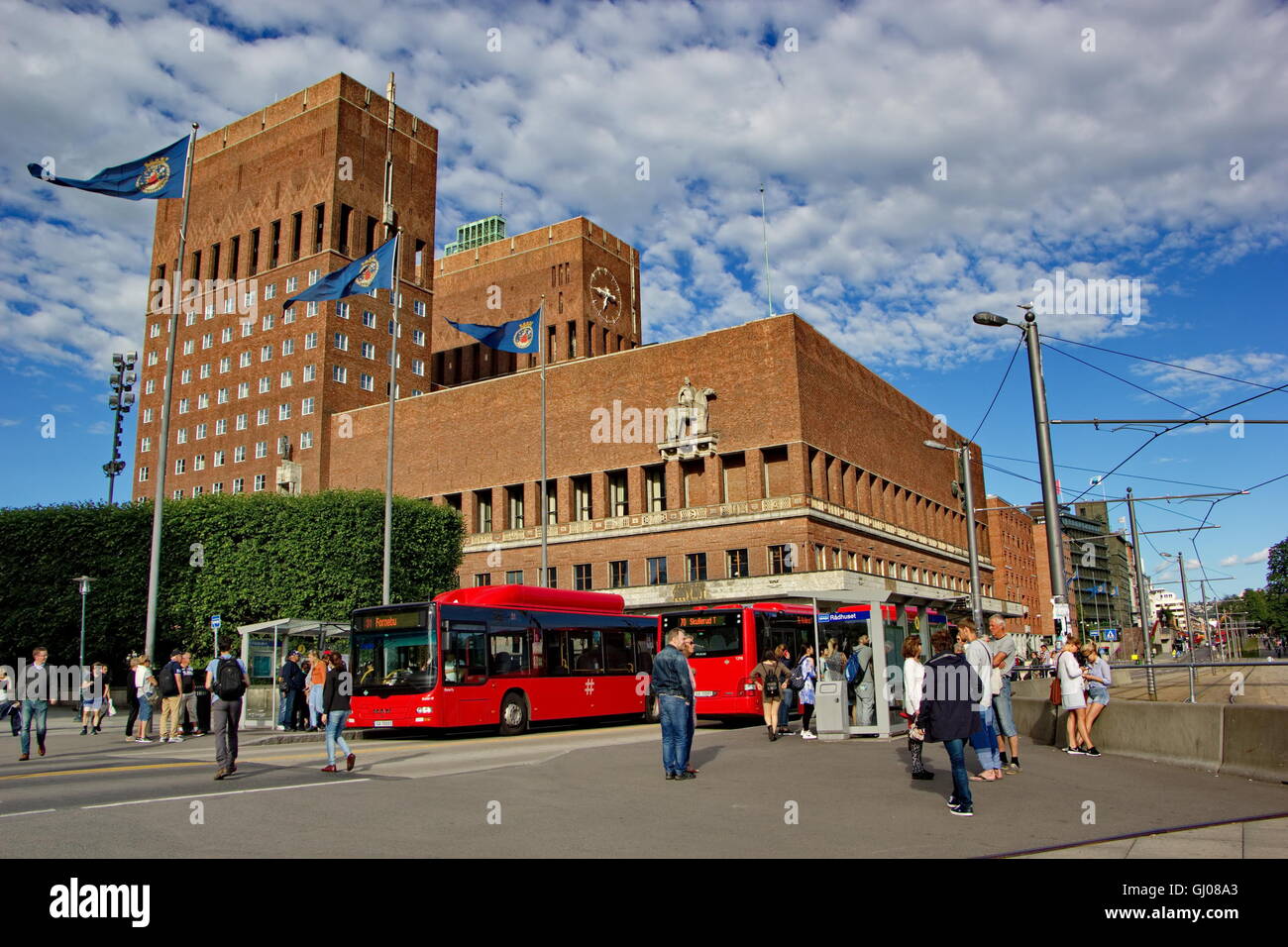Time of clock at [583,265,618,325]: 6:45
